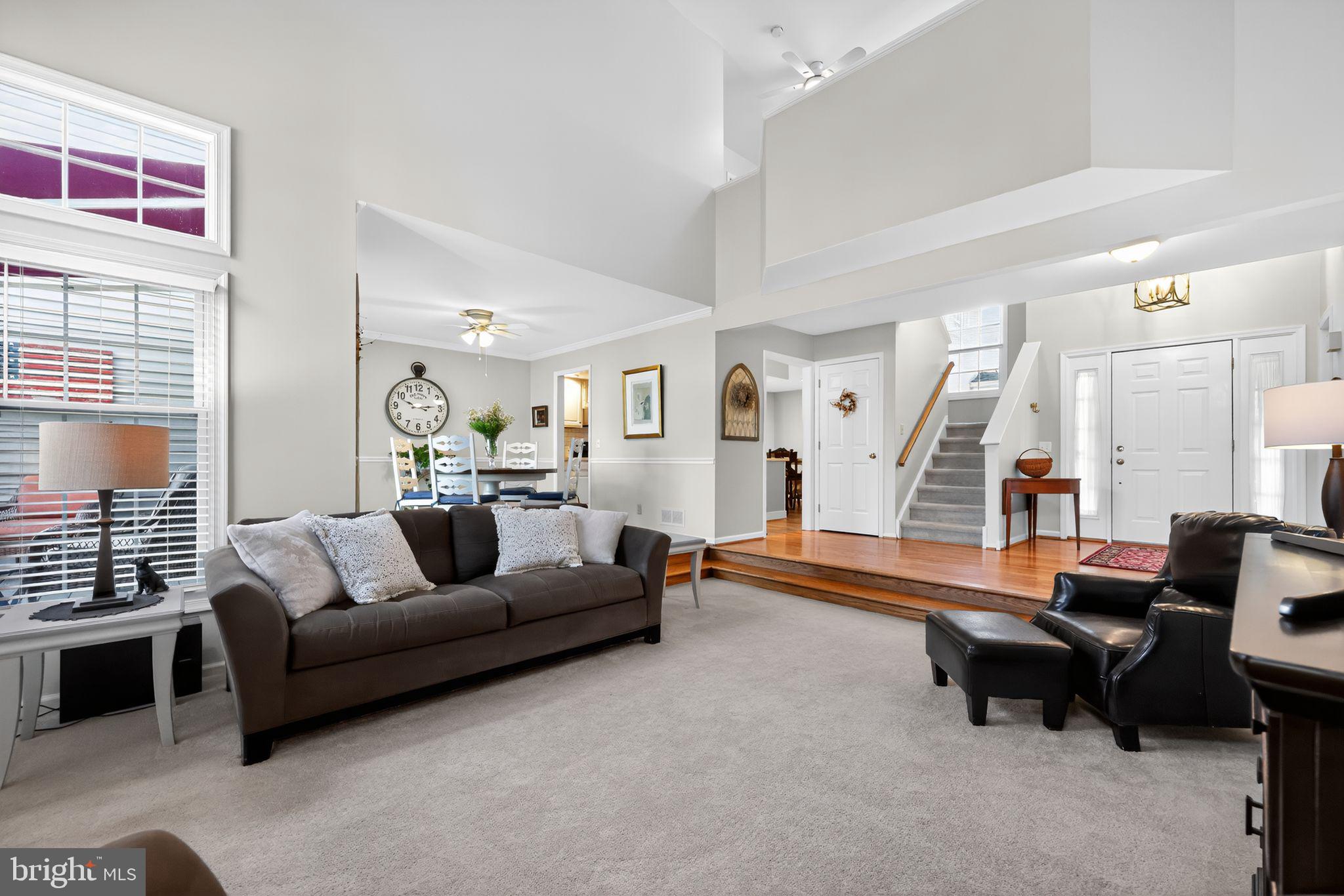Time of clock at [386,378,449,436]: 2:48
